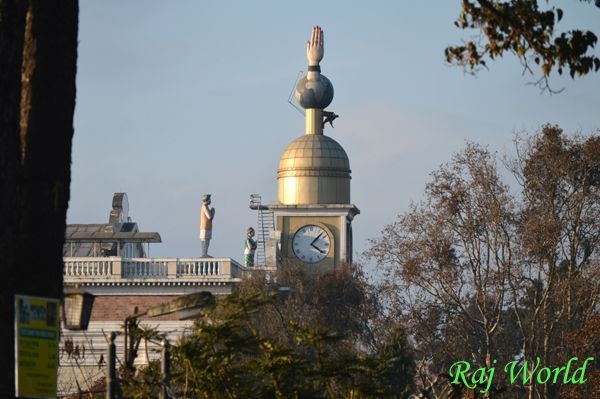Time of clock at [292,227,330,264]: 4:07
